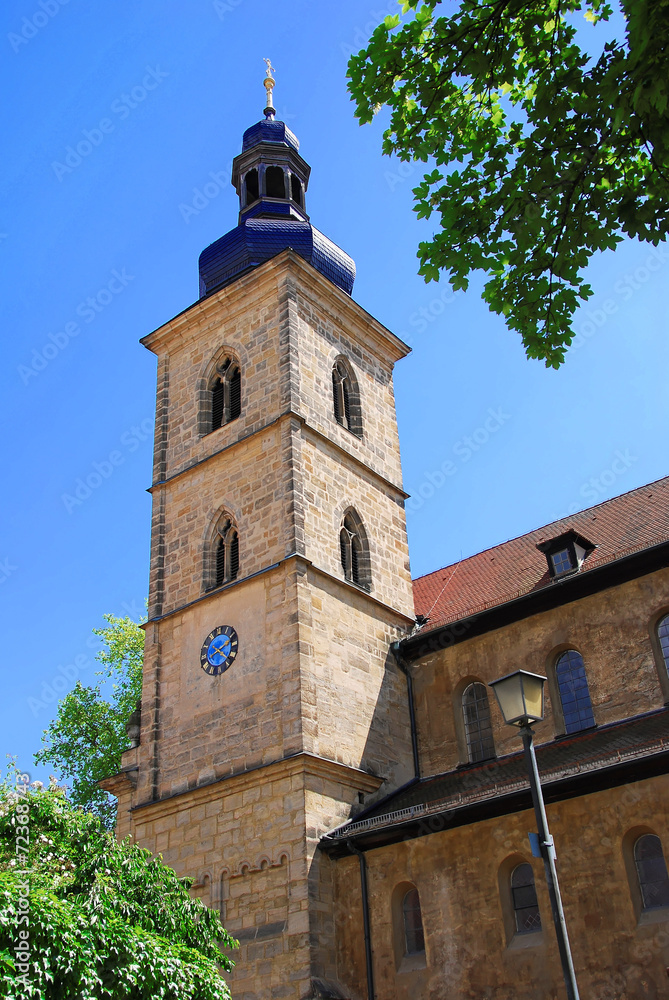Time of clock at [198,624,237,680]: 2:21
